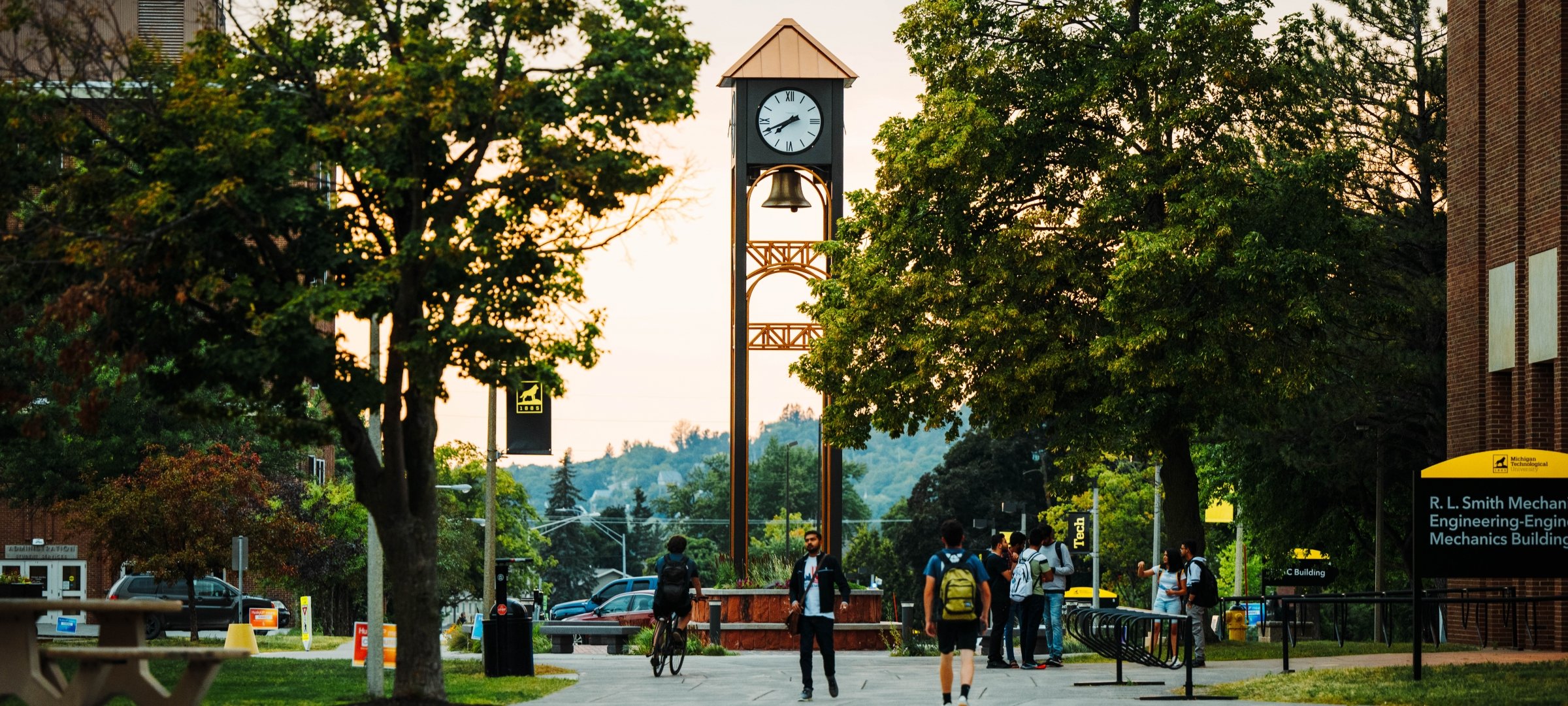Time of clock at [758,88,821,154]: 7:40
